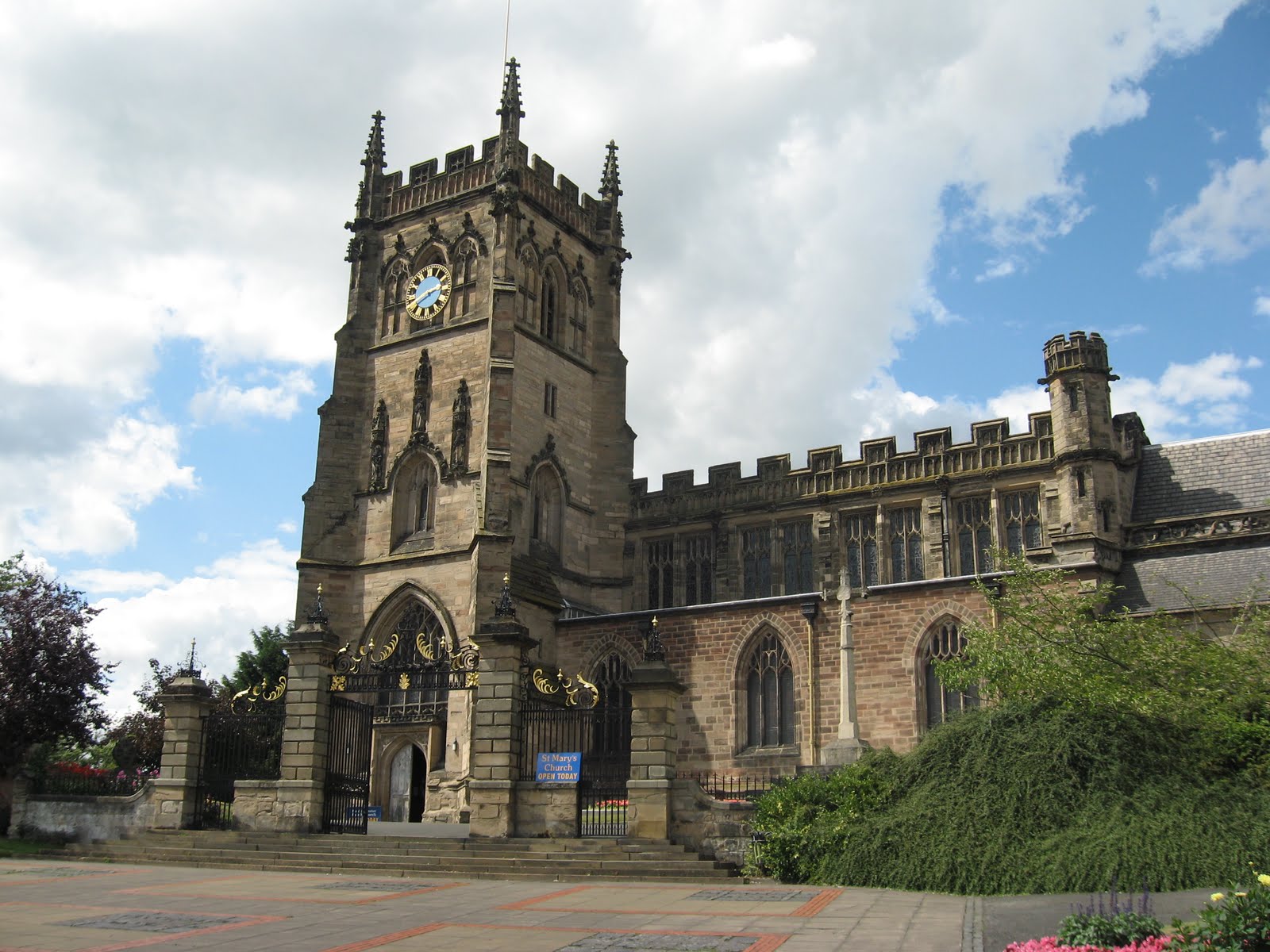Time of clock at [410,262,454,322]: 2:40
